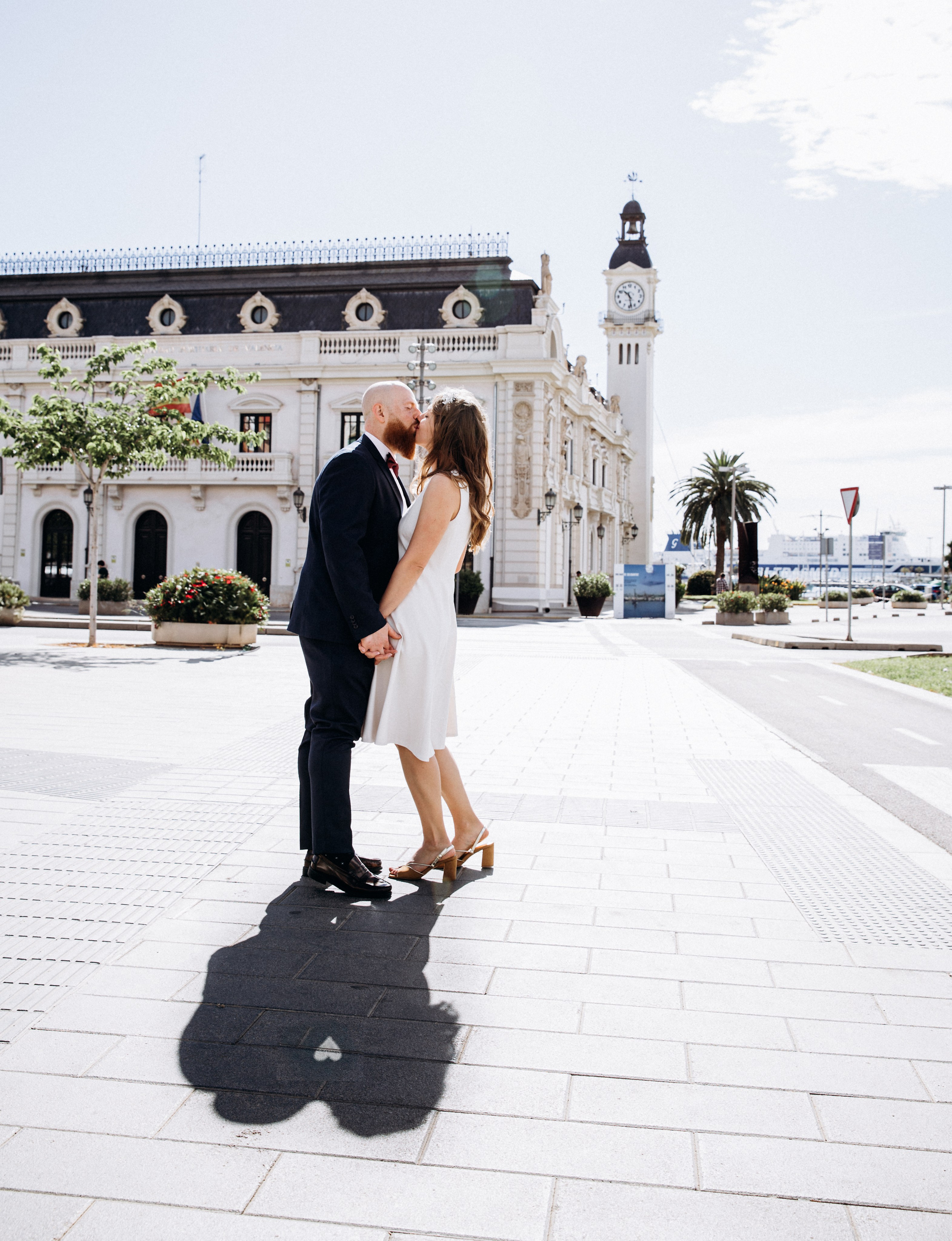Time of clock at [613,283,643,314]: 10:28
